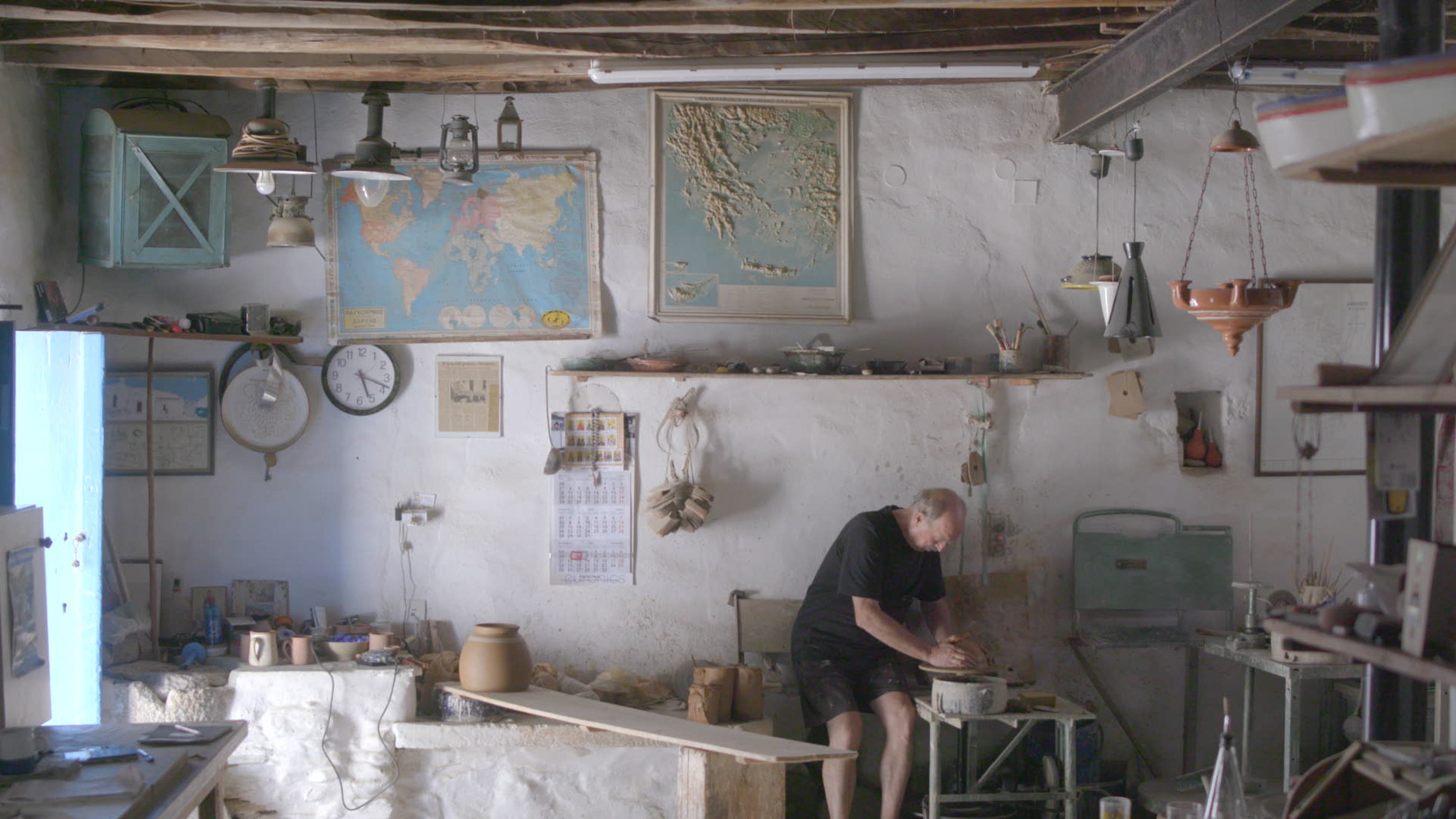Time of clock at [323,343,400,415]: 5:18
